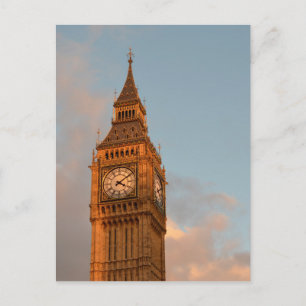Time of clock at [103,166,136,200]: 4:09
